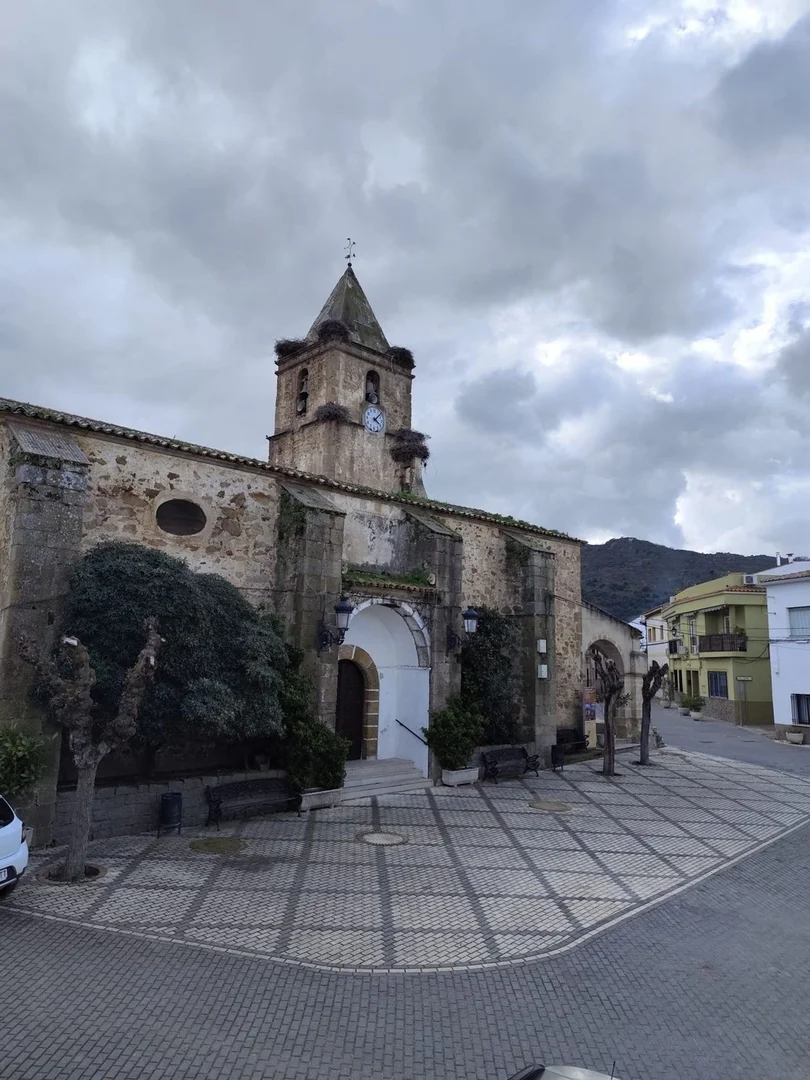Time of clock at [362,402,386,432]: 4:07
